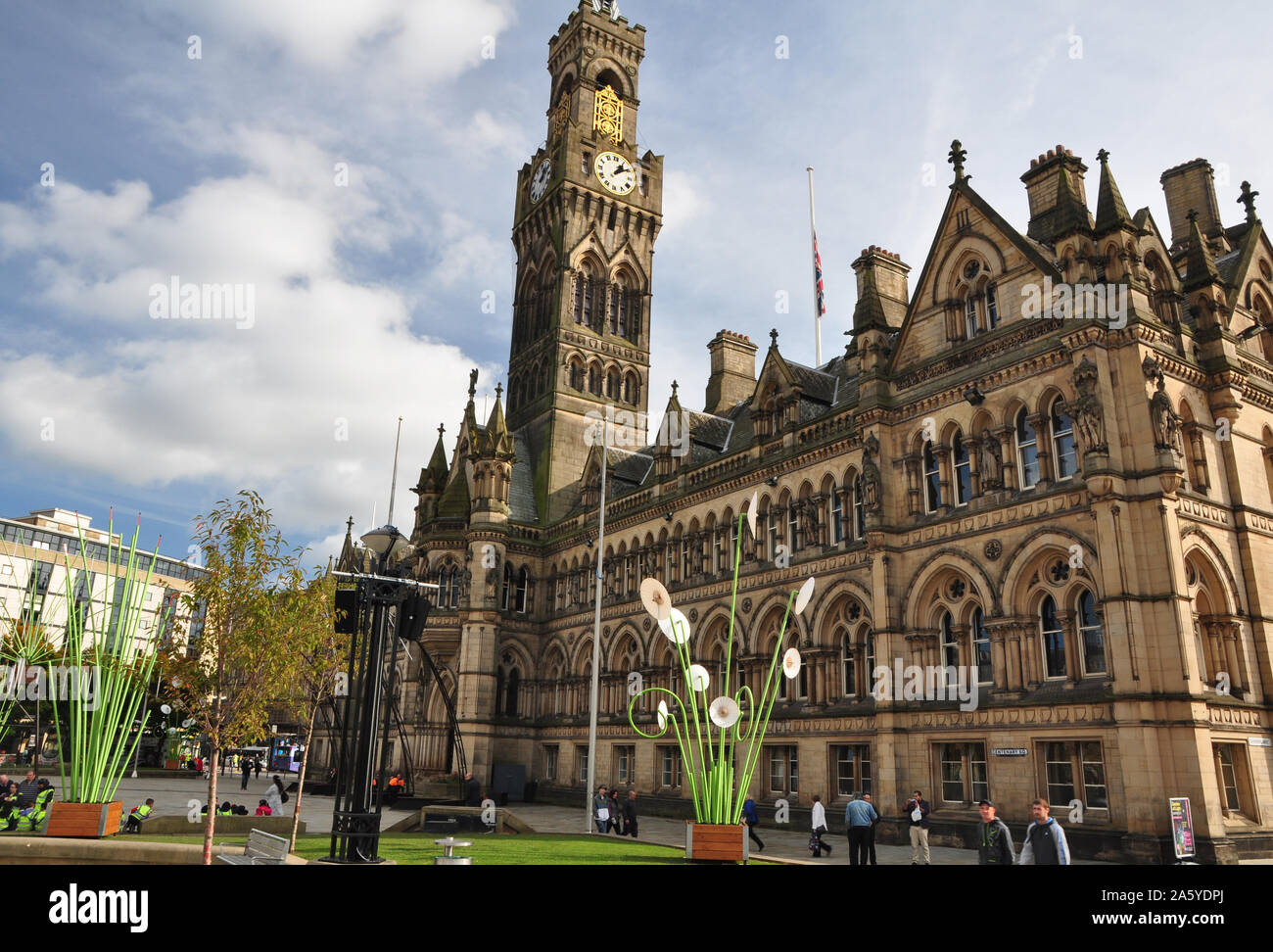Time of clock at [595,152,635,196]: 1:09
